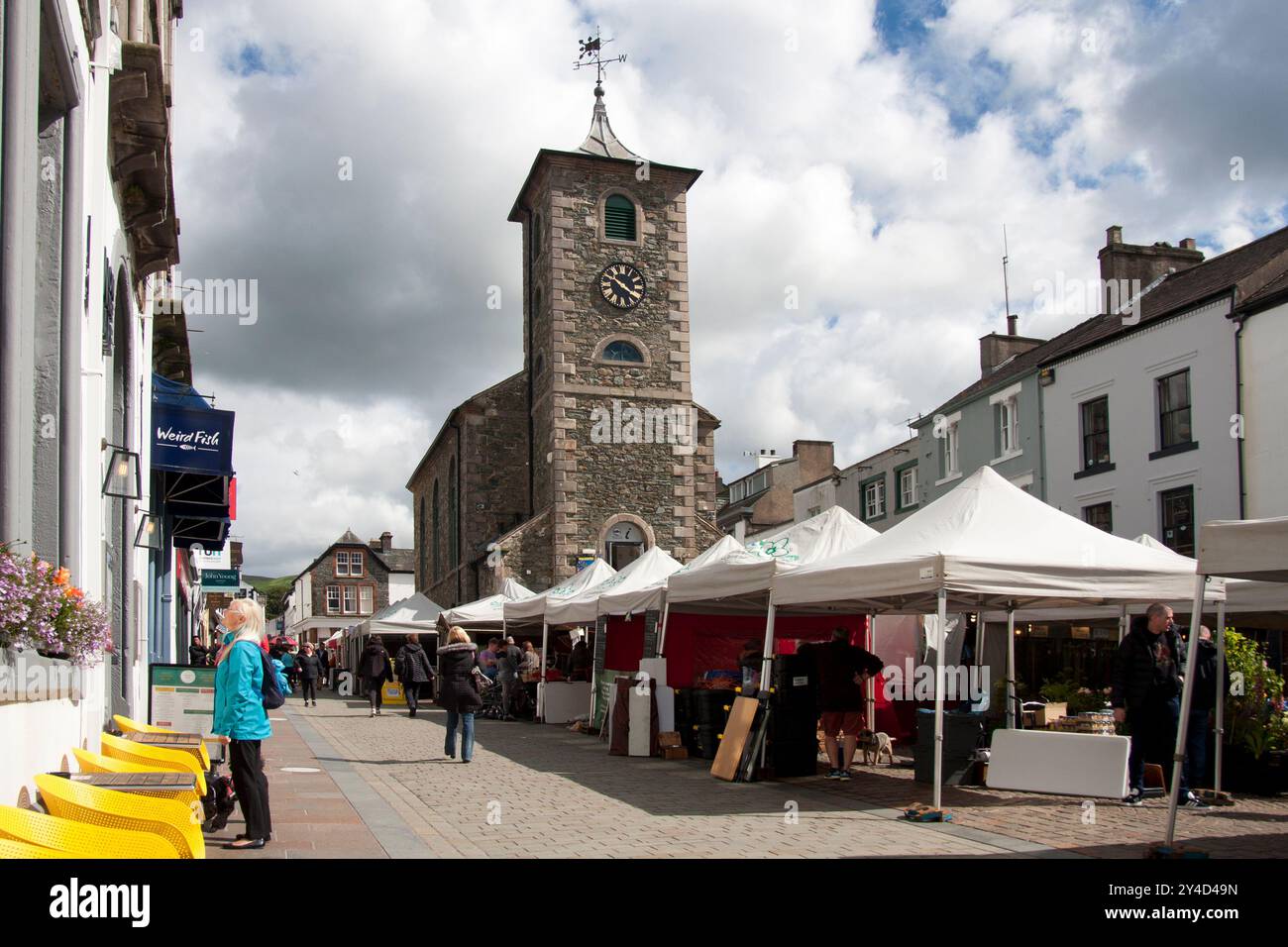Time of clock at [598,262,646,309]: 10:20
